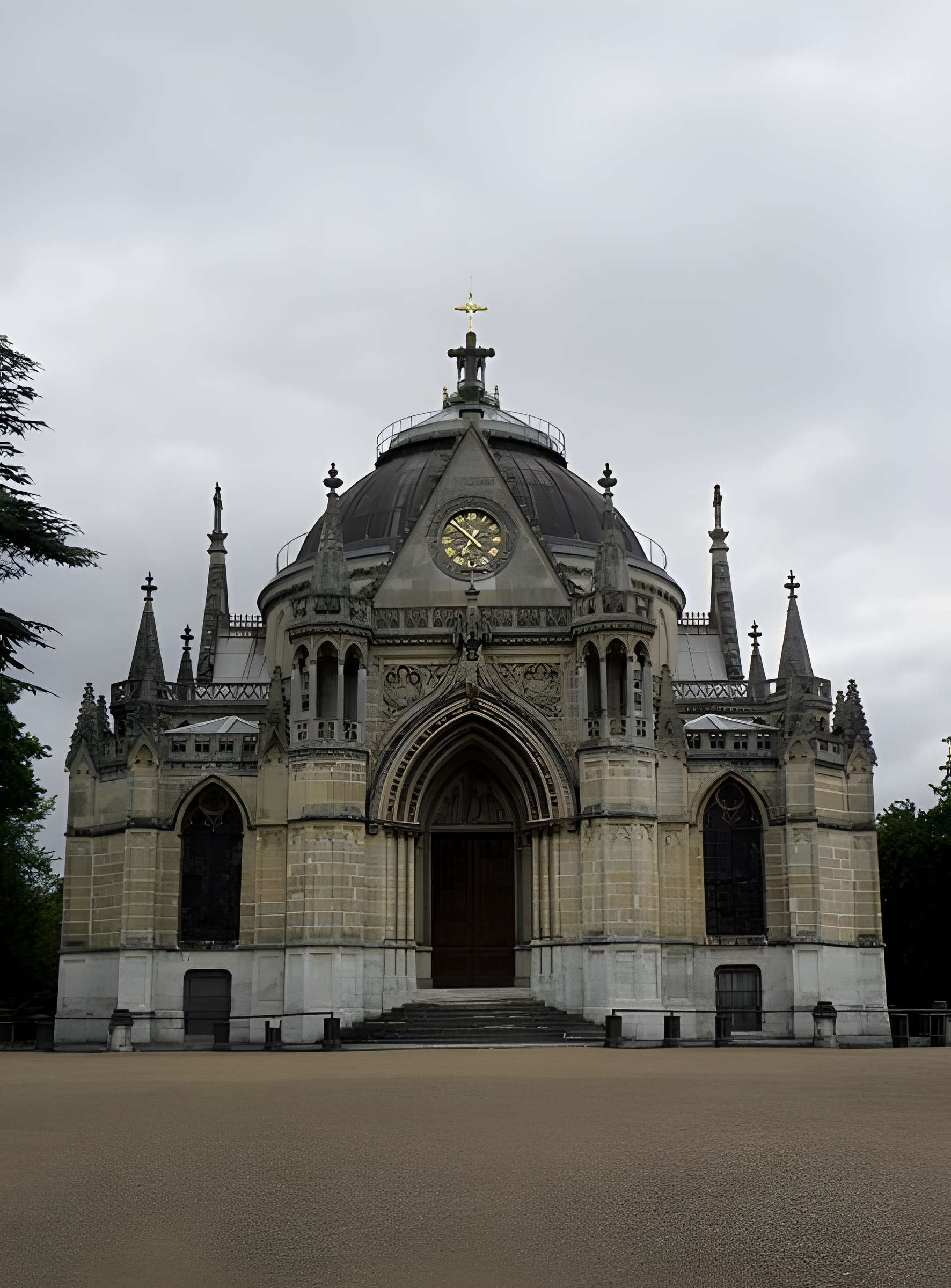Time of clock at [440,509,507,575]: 6:51
